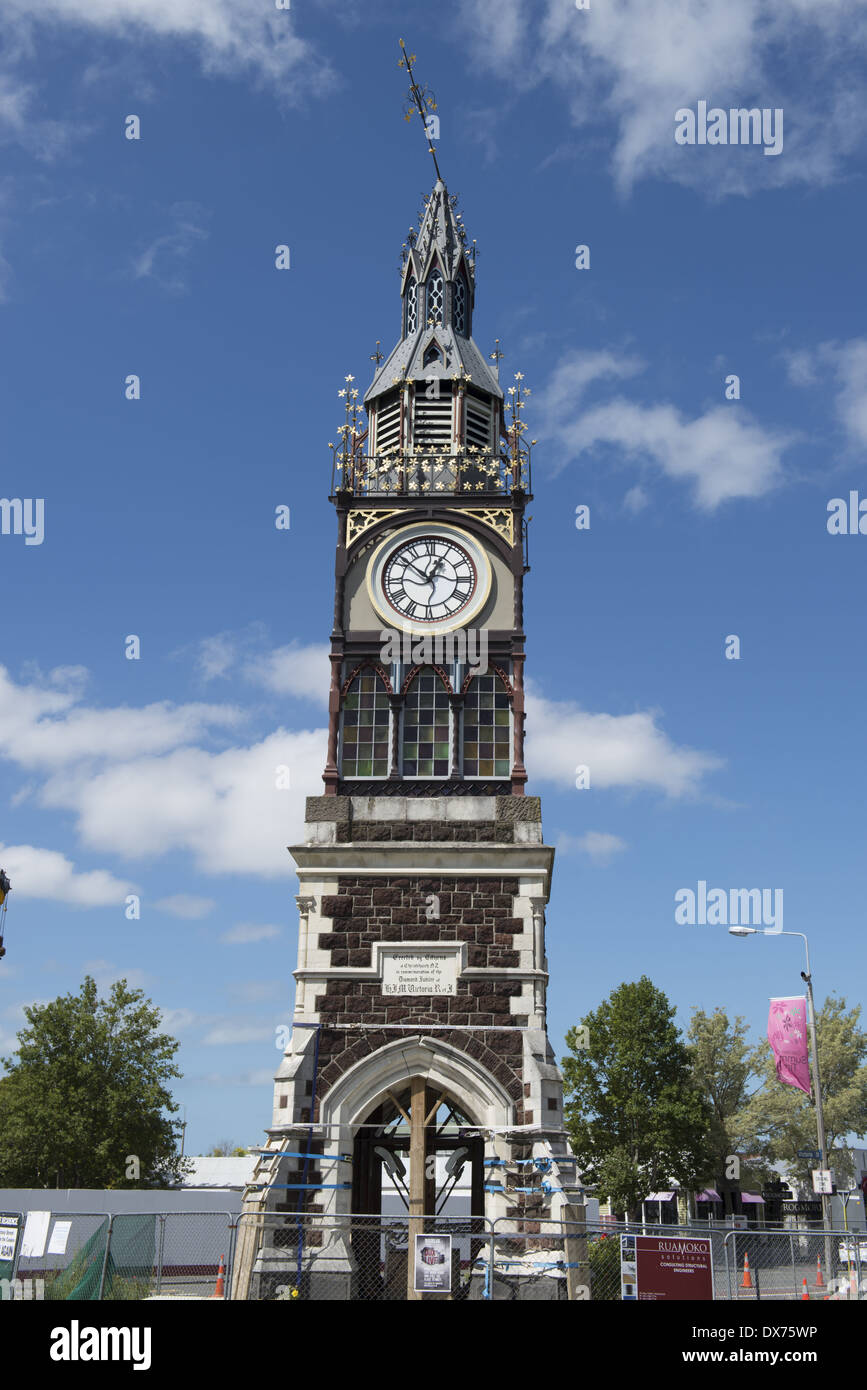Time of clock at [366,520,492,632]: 12:52
